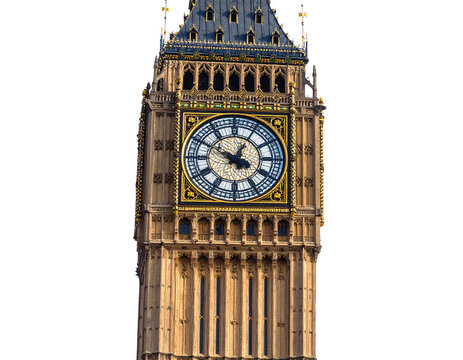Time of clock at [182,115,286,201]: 12:49
